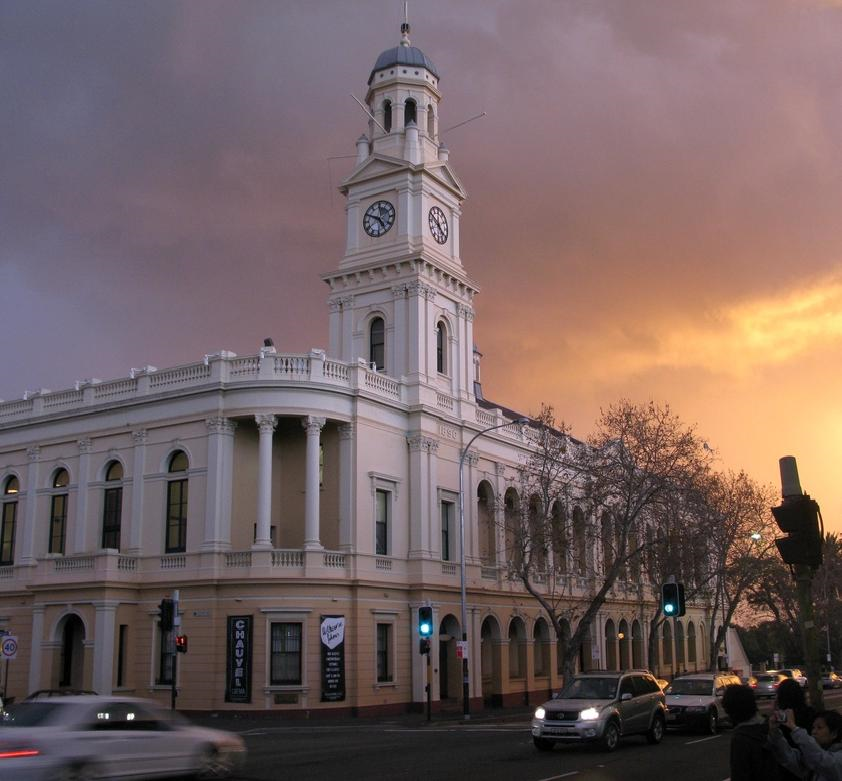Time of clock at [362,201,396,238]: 4:49
